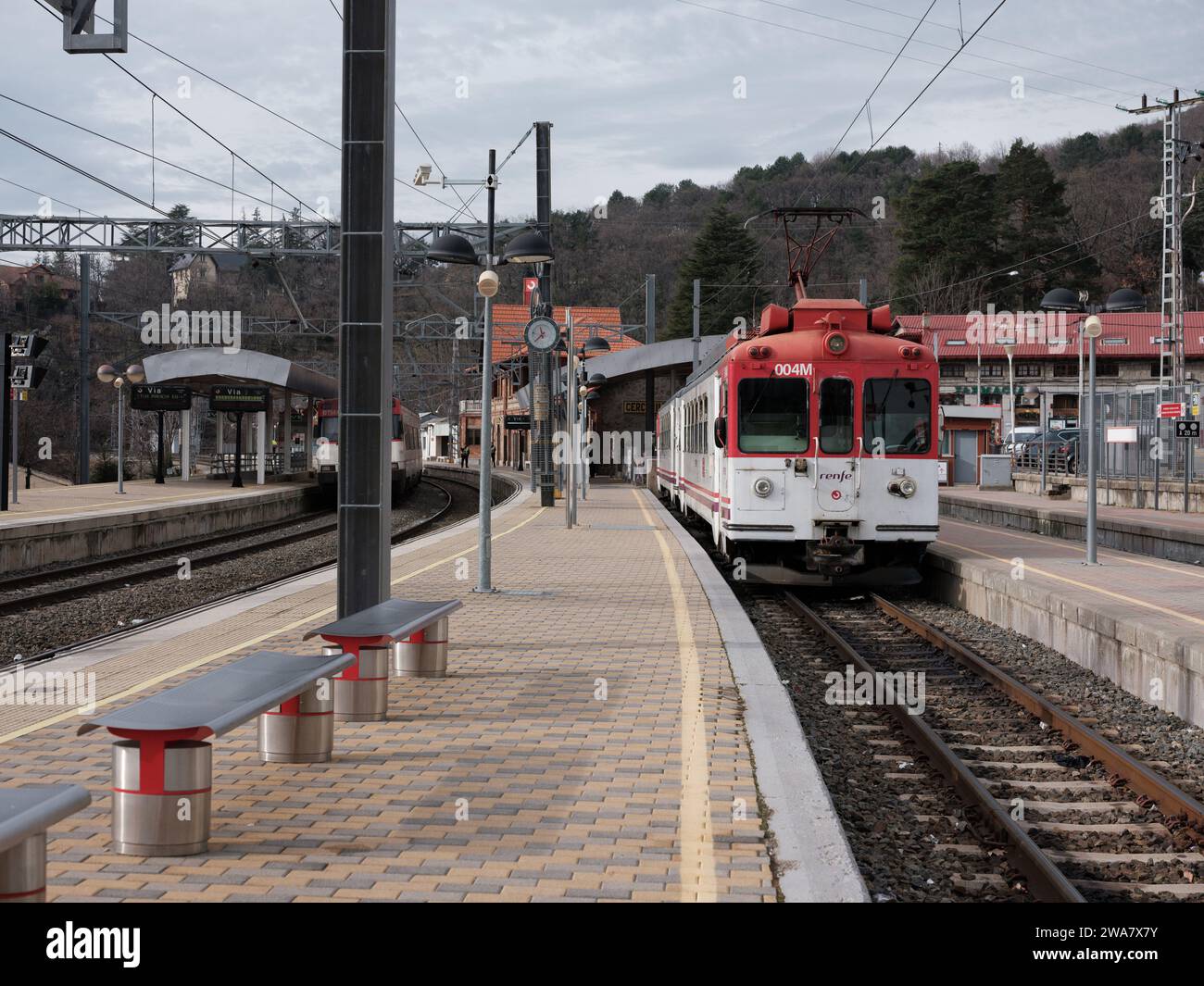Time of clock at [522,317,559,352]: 11:37
